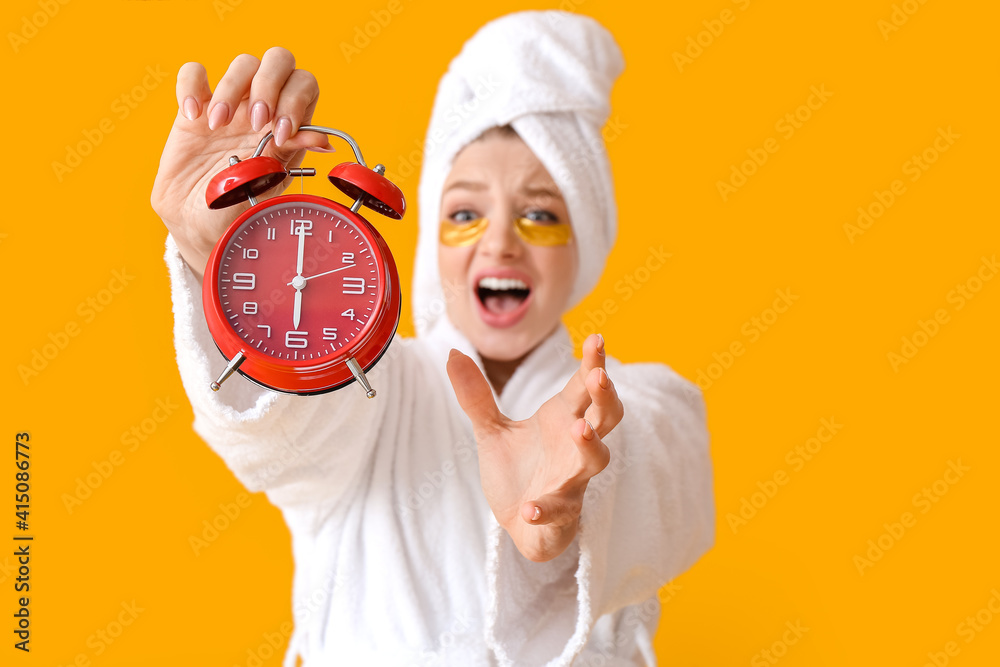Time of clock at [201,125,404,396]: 6:00
